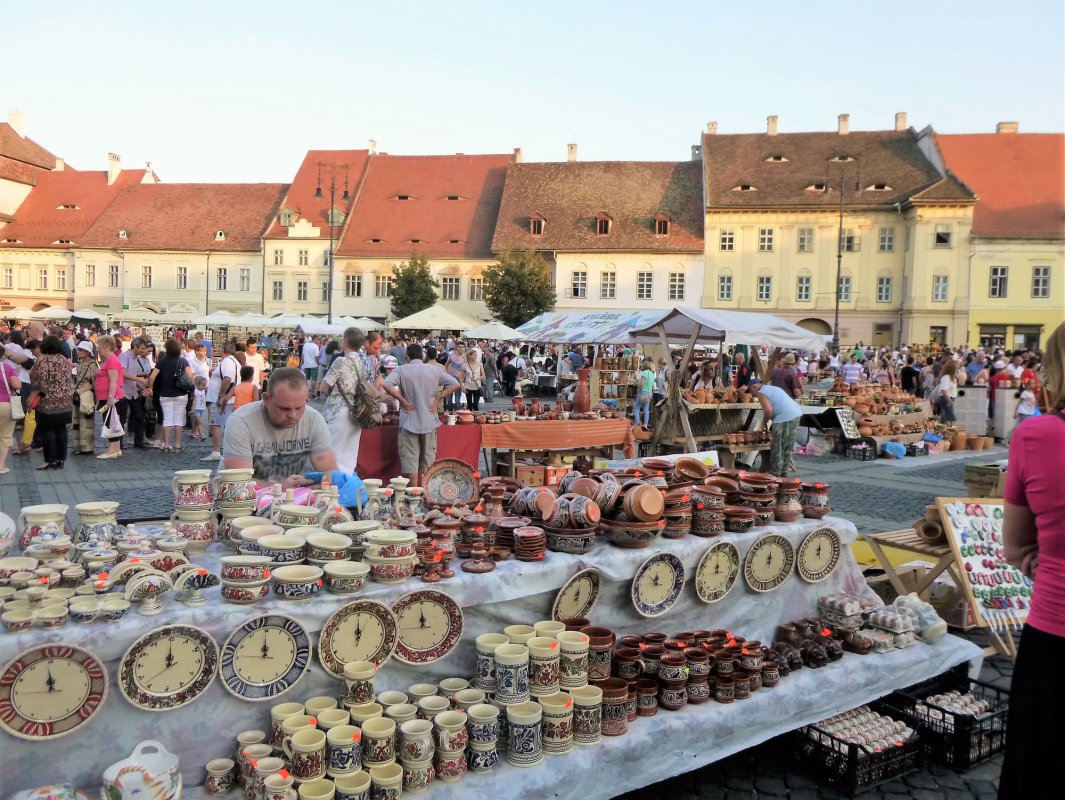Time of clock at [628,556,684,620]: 11:52
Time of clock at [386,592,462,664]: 11:59
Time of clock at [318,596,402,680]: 12:00
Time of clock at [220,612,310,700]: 11:59
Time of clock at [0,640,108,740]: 11:59
